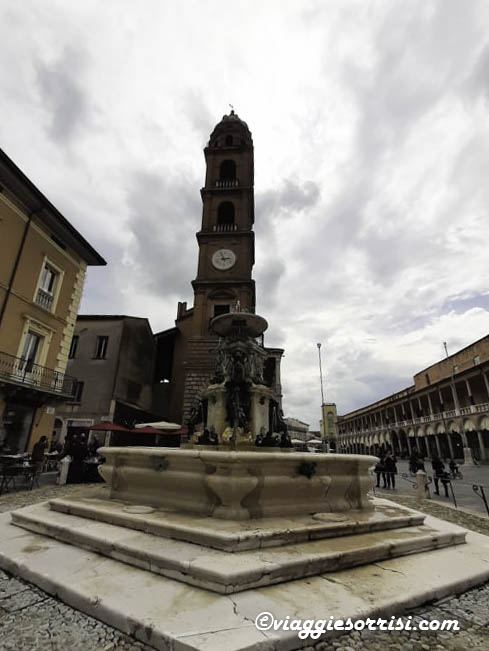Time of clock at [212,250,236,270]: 2:56
